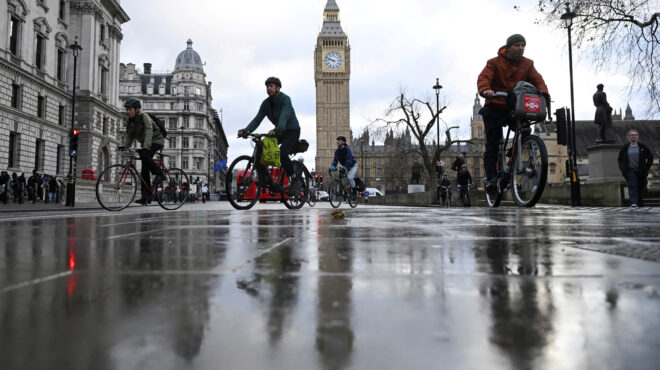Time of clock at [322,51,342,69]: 9:48
